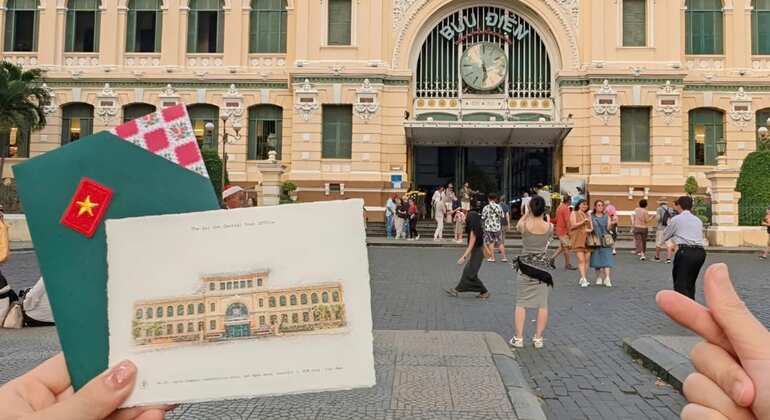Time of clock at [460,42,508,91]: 5:59
